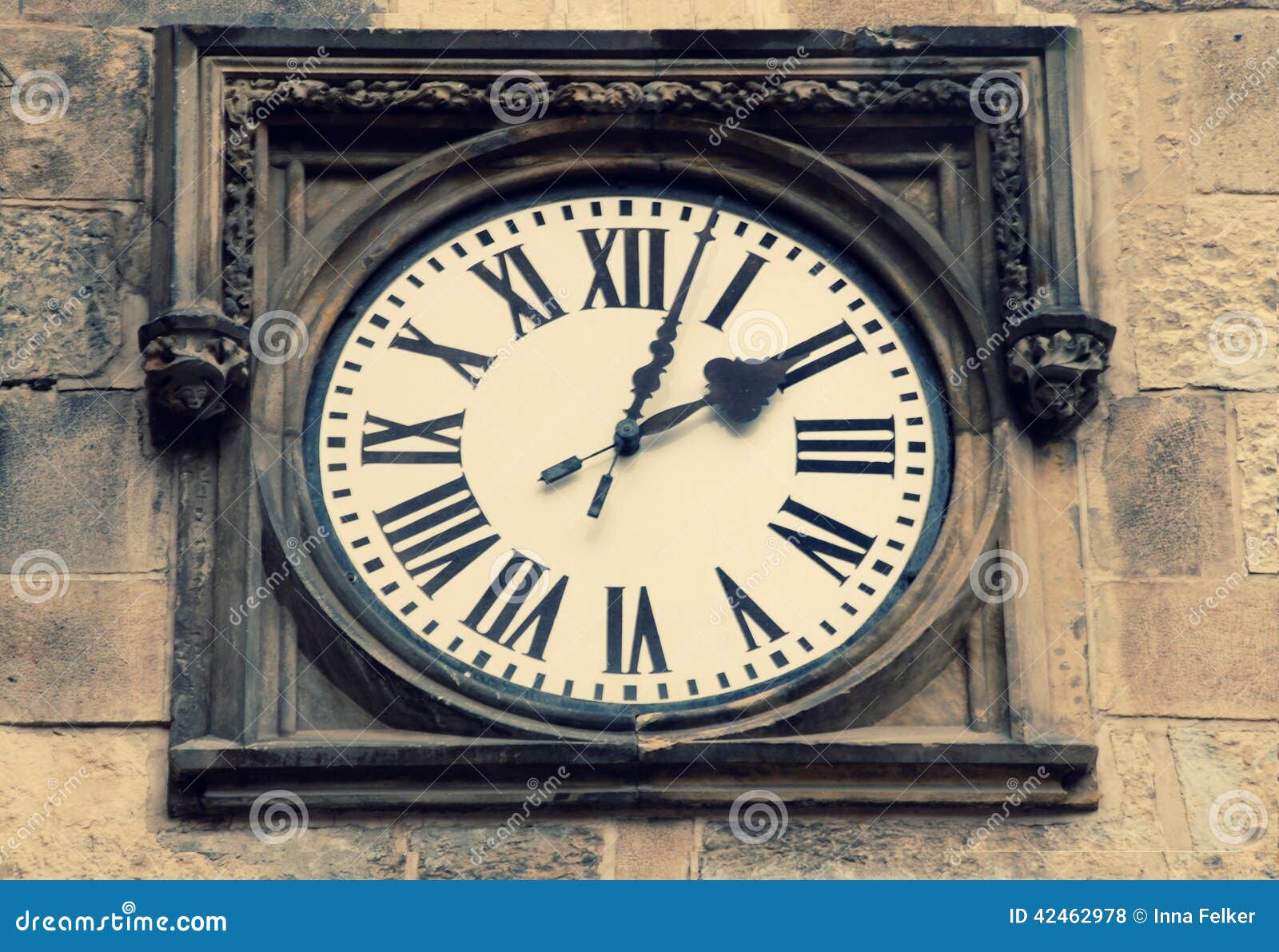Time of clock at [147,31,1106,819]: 2:02
